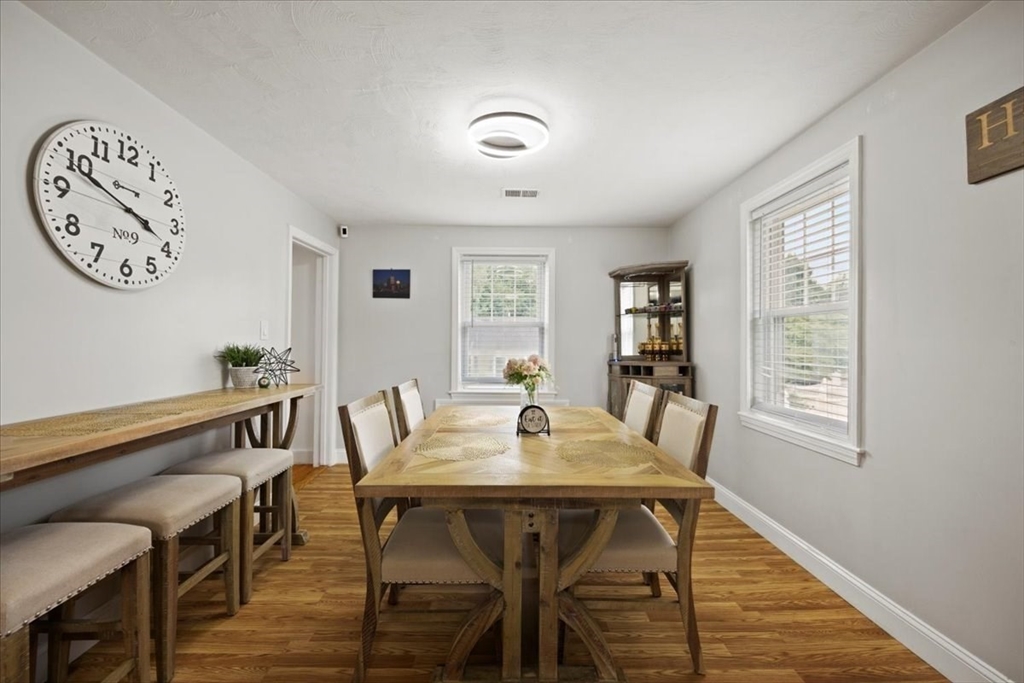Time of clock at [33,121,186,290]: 3:48
